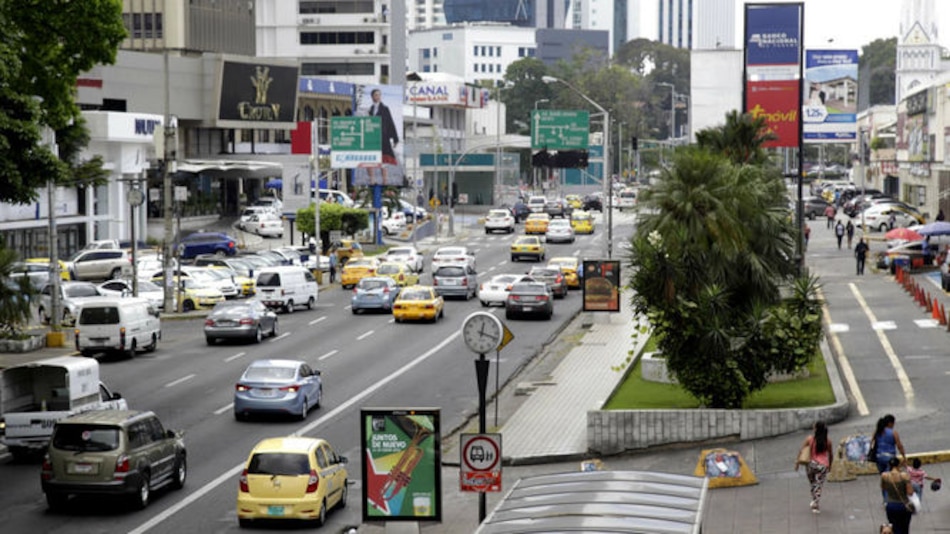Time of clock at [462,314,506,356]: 12:18
